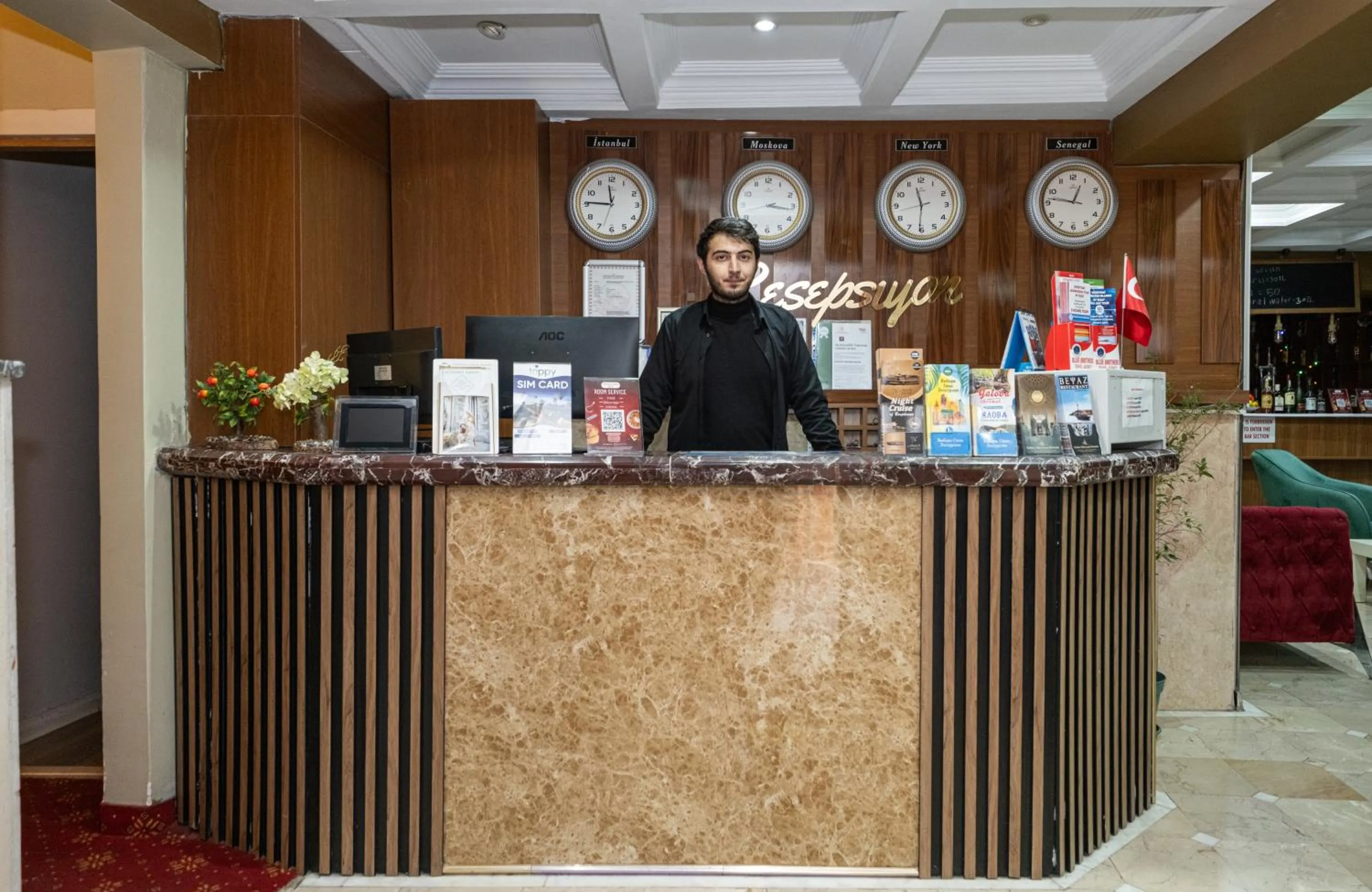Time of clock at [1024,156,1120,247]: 12:46
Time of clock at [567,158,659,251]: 11:45
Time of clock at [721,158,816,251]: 3:16
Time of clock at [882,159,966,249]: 11:30
